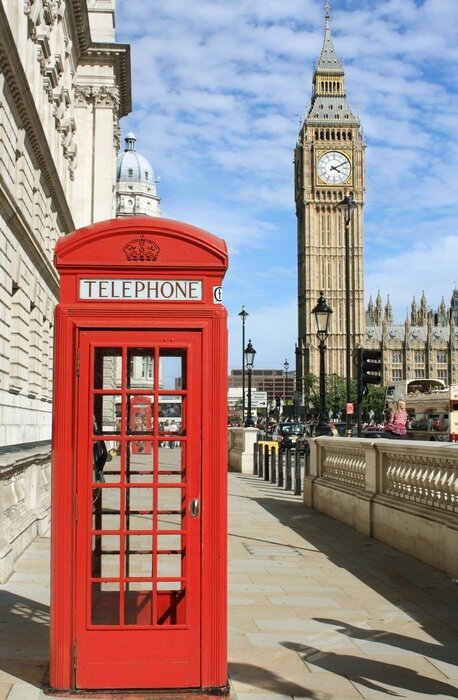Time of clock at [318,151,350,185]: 4:10
